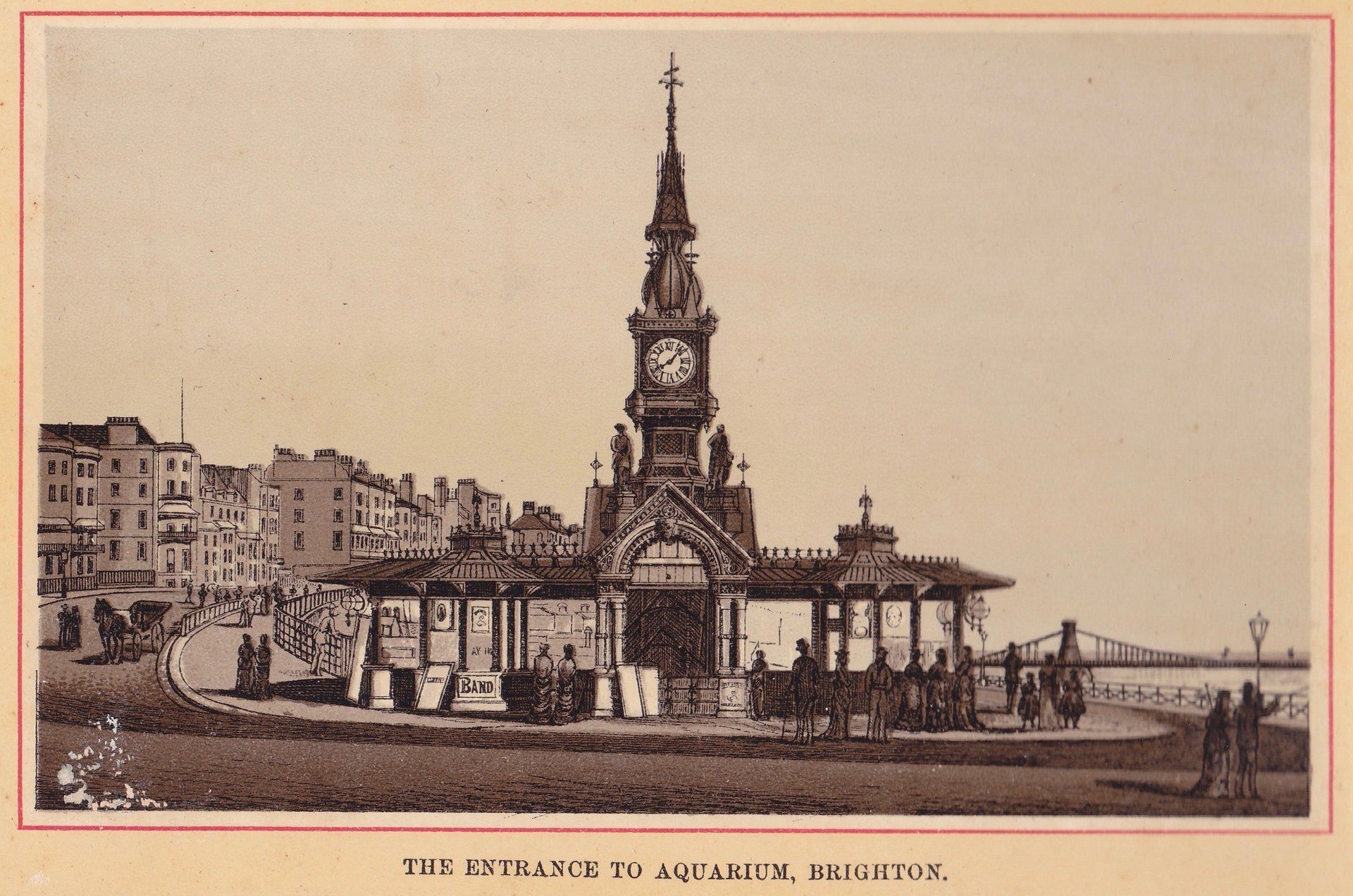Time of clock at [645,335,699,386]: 8:07
